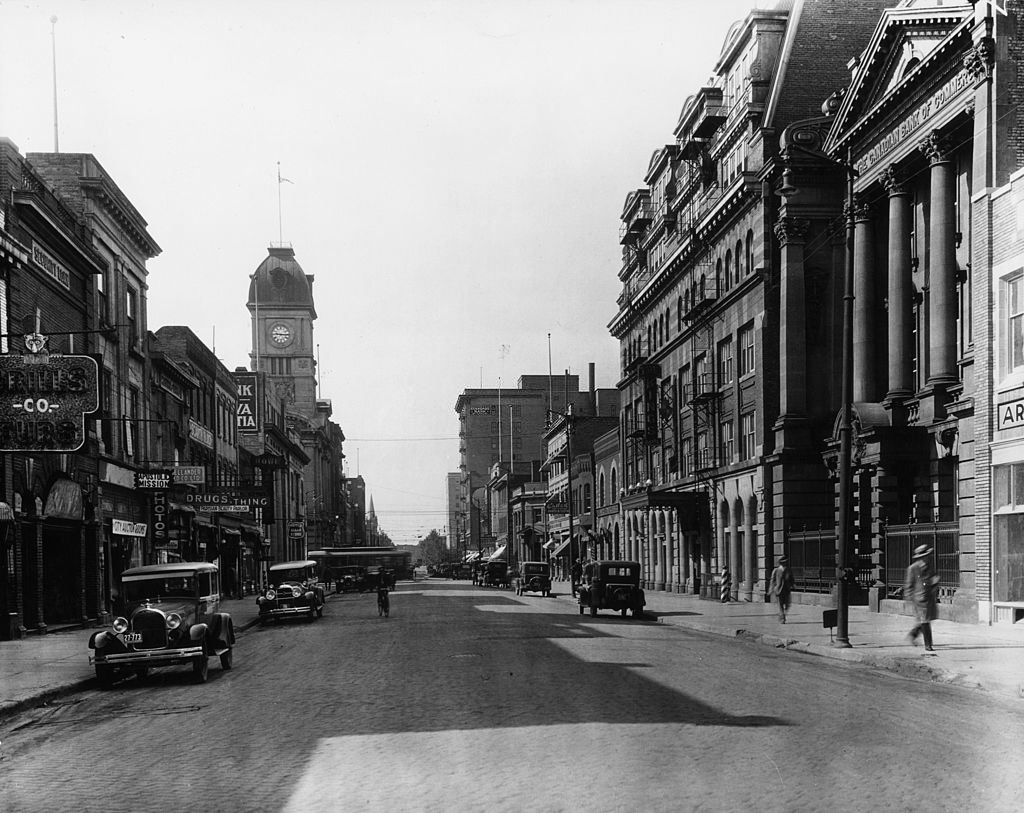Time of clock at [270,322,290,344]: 9:15
